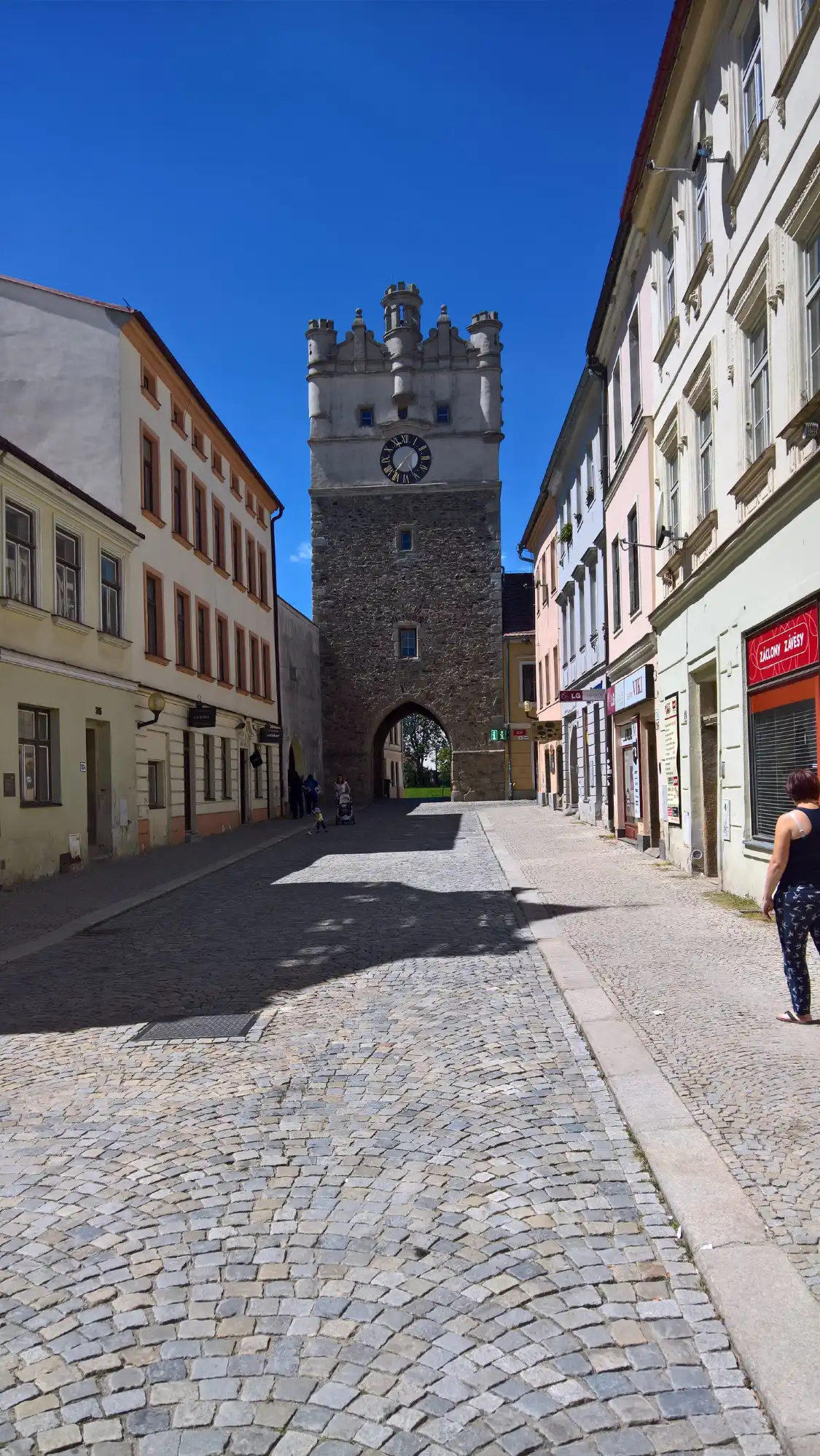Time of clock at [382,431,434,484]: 1:36
